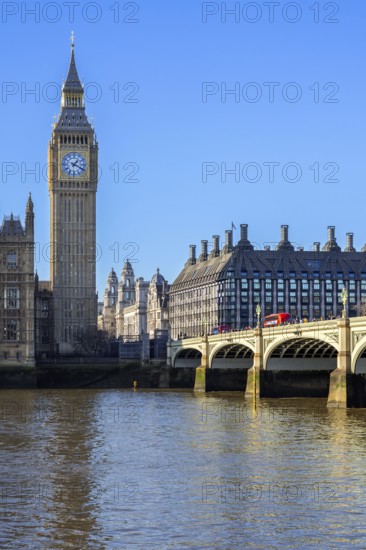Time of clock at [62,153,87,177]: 1:18
